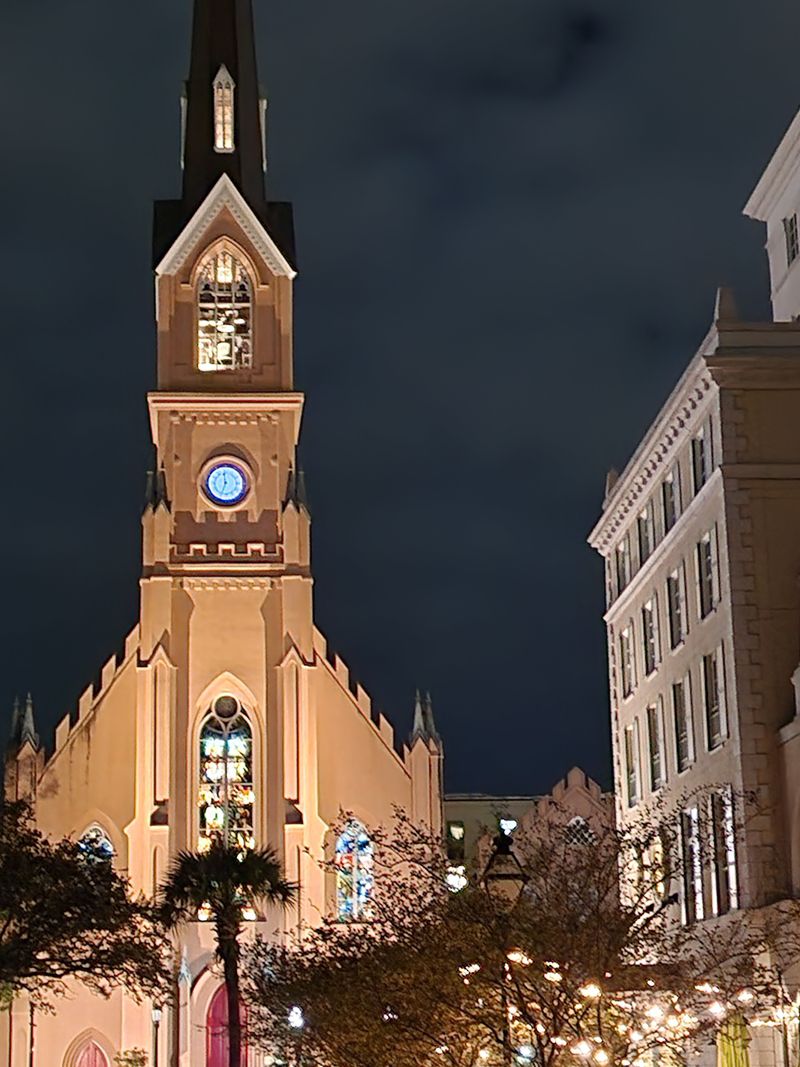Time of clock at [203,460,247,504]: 6:59
